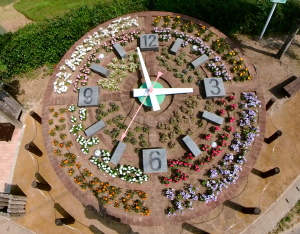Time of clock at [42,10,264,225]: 2:58
